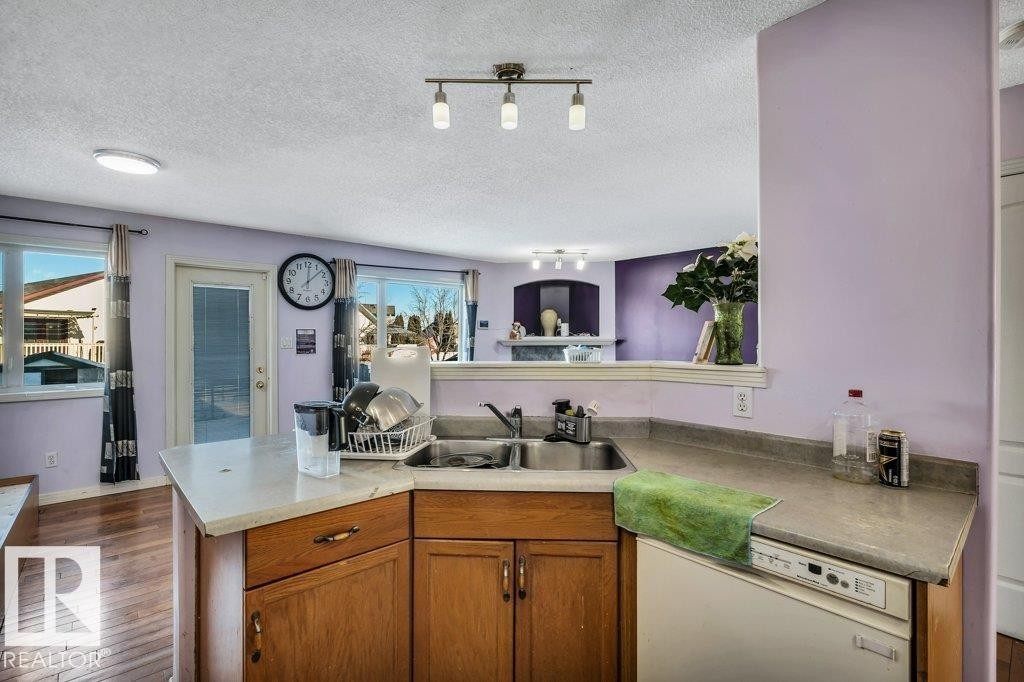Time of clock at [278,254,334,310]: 12:07
